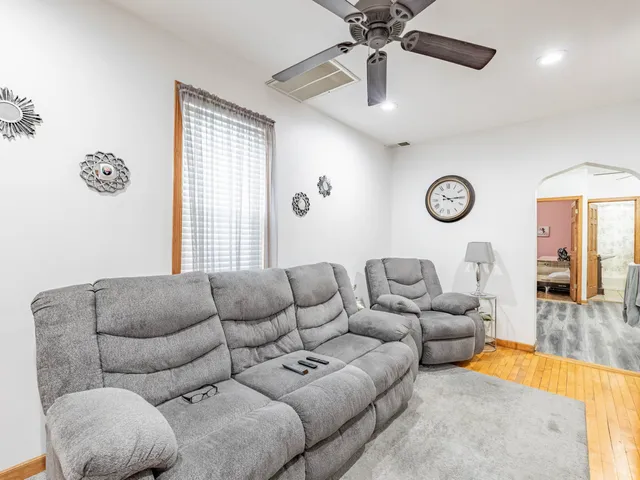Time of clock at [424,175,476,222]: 10:14
